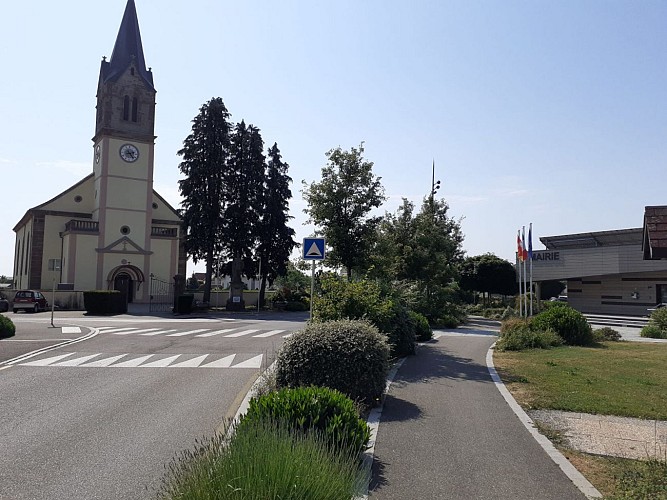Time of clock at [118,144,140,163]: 2:23
